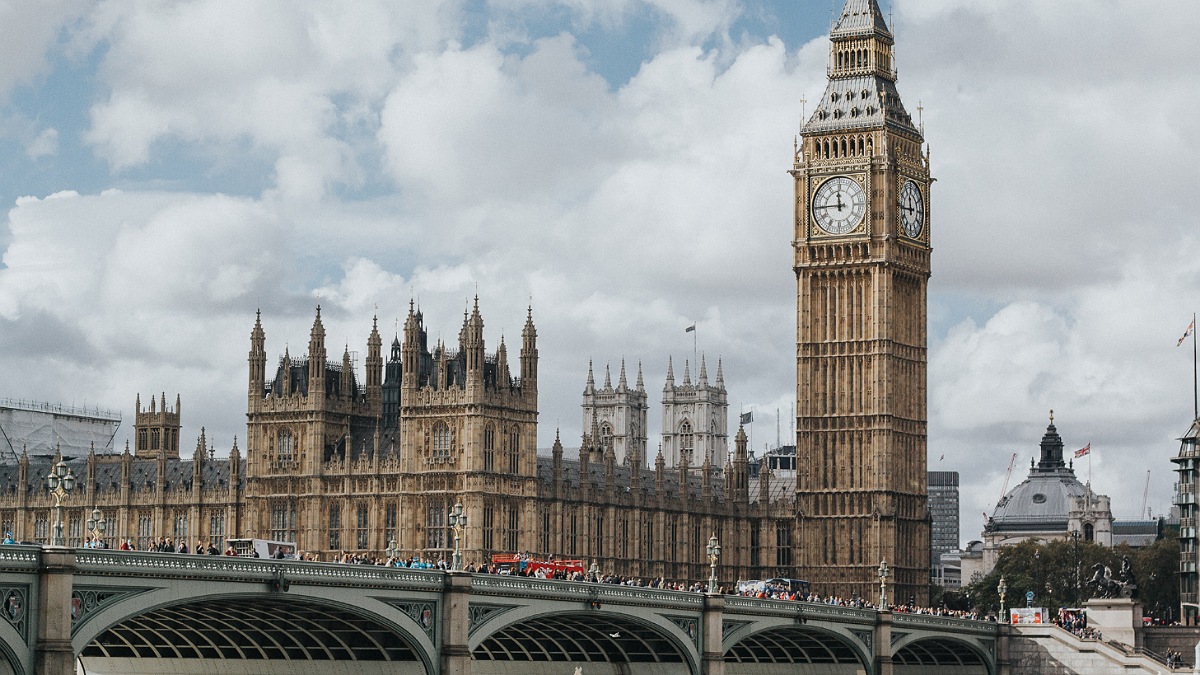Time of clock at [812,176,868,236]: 11:44
